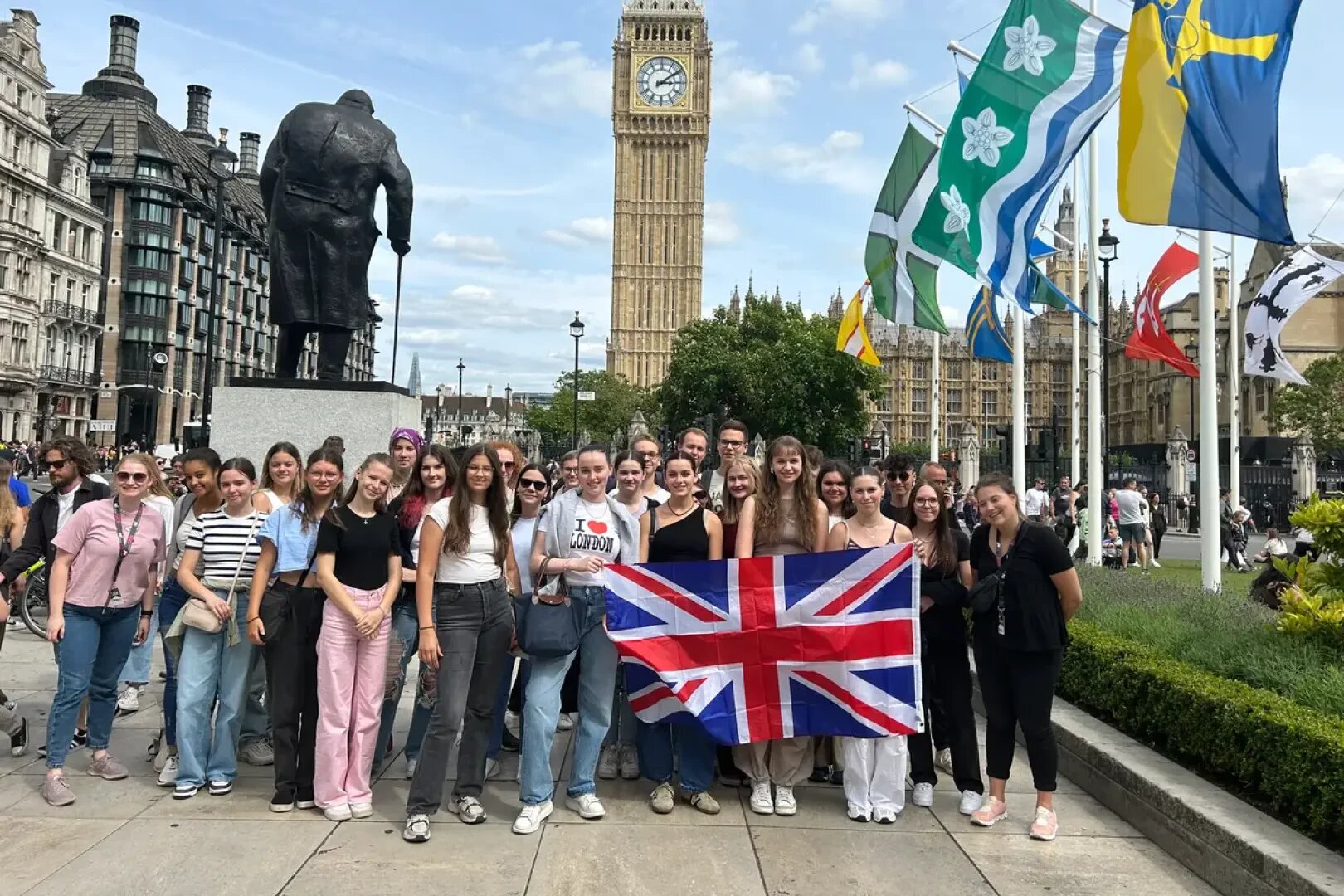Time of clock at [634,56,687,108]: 3:09
